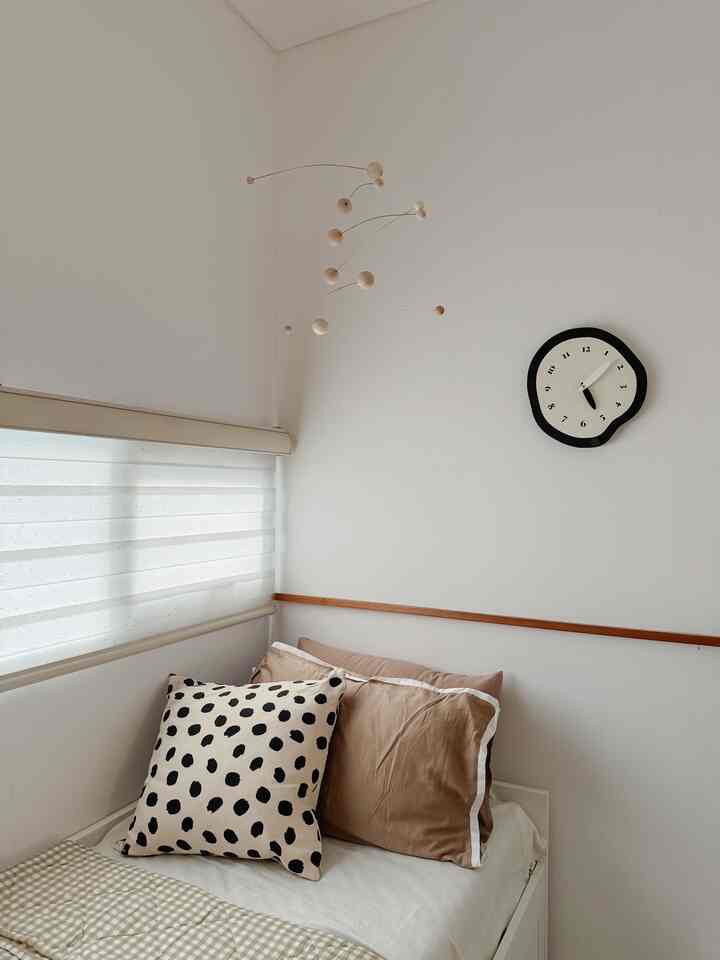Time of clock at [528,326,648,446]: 5:07
